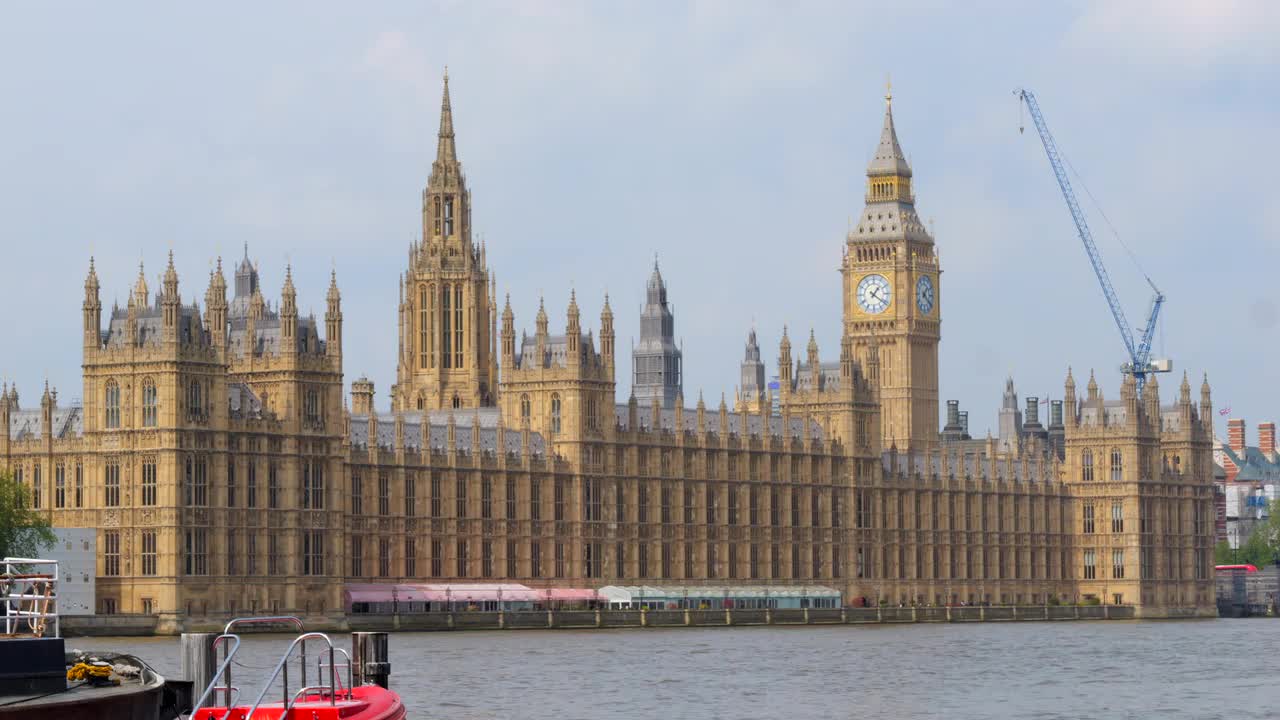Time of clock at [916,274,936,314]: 1:20
